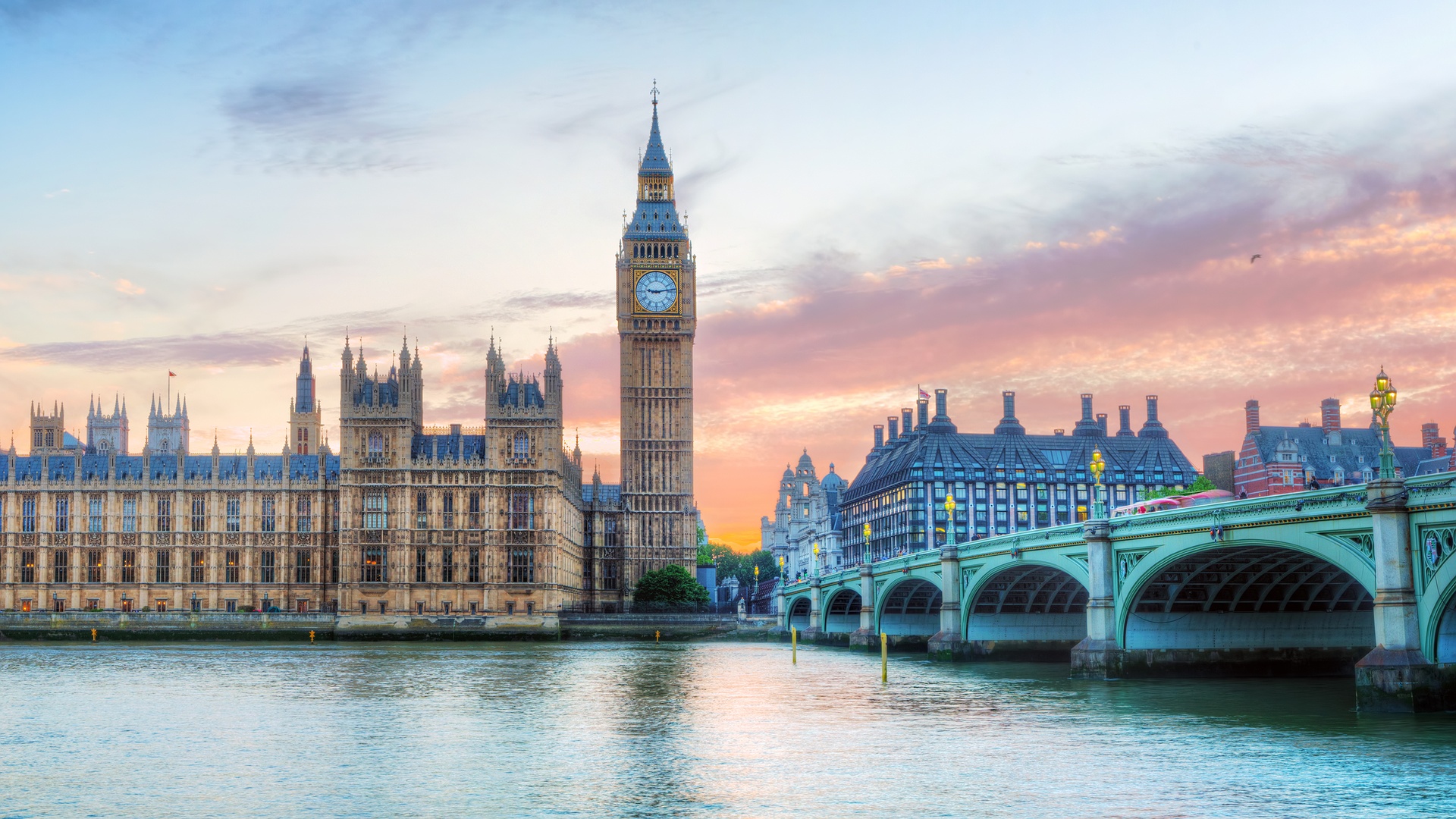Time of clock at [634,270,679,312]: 9:13
